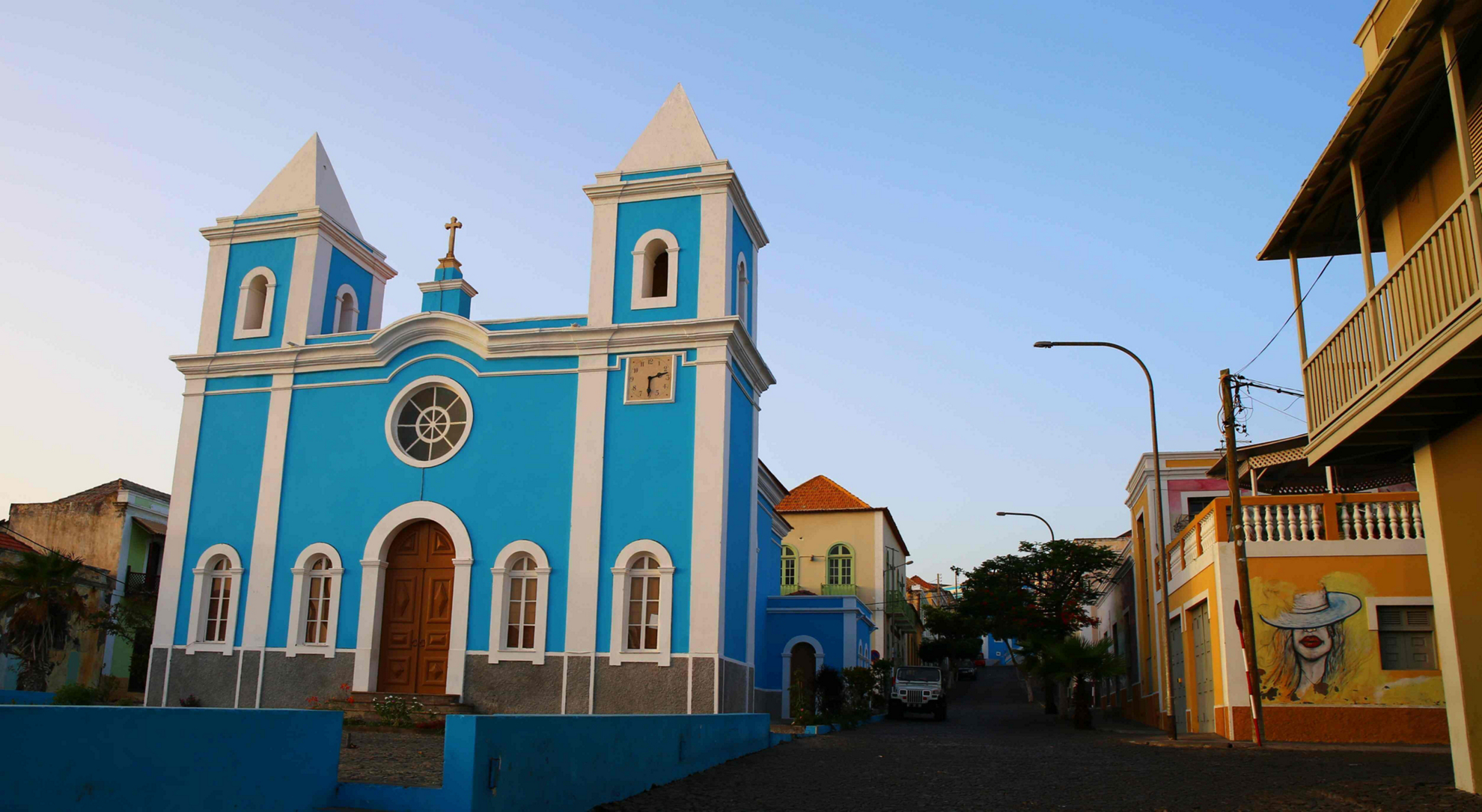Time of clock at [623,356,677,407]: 2:30
